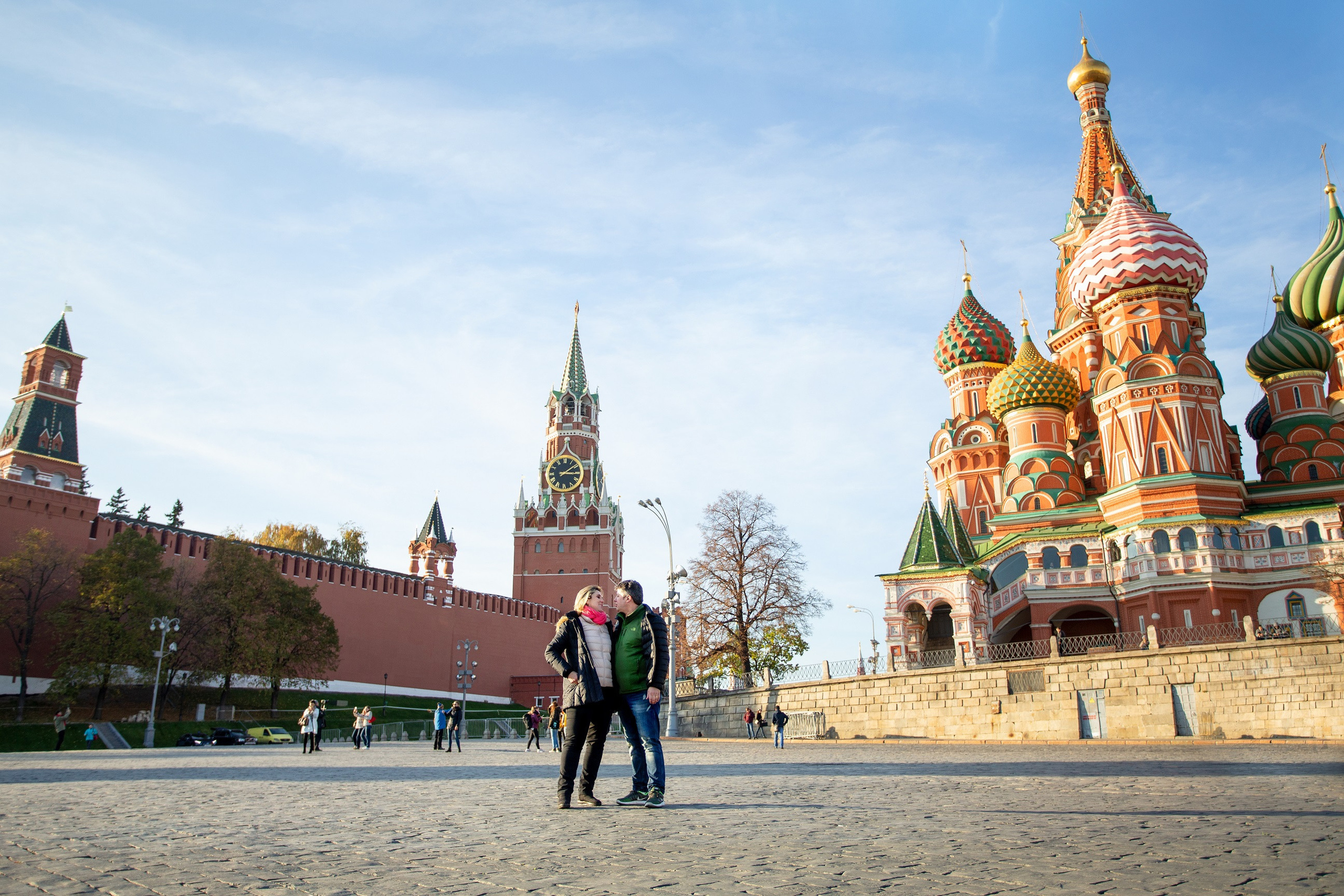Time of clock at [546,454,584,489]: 3:08
